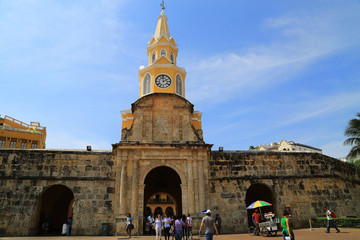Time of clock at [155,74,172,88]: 1:59
